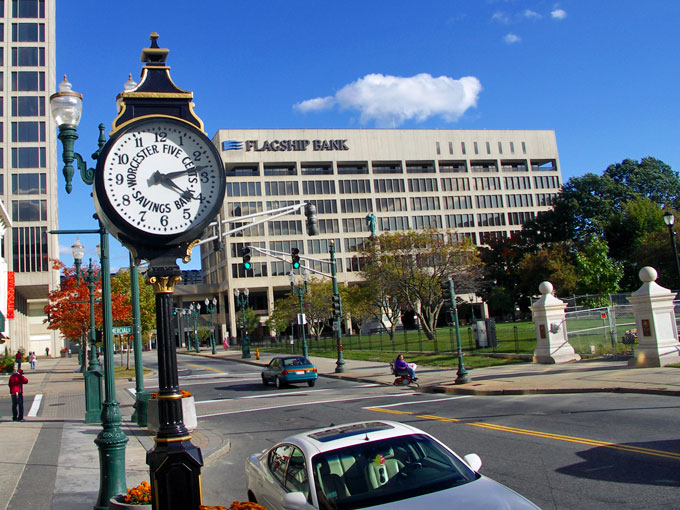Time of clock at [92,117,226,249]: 4:12
